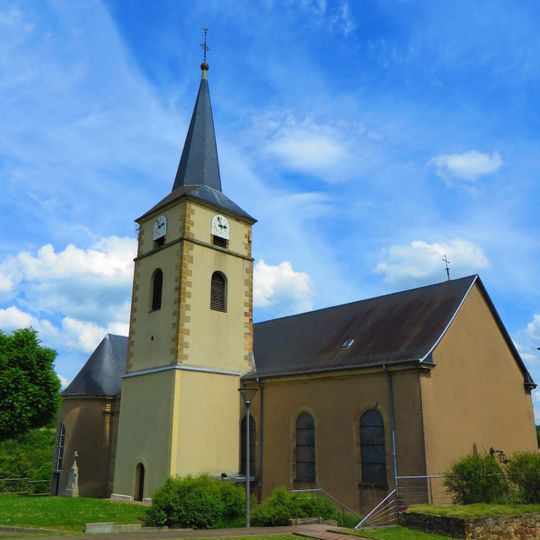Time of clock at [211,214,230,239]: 2:56
